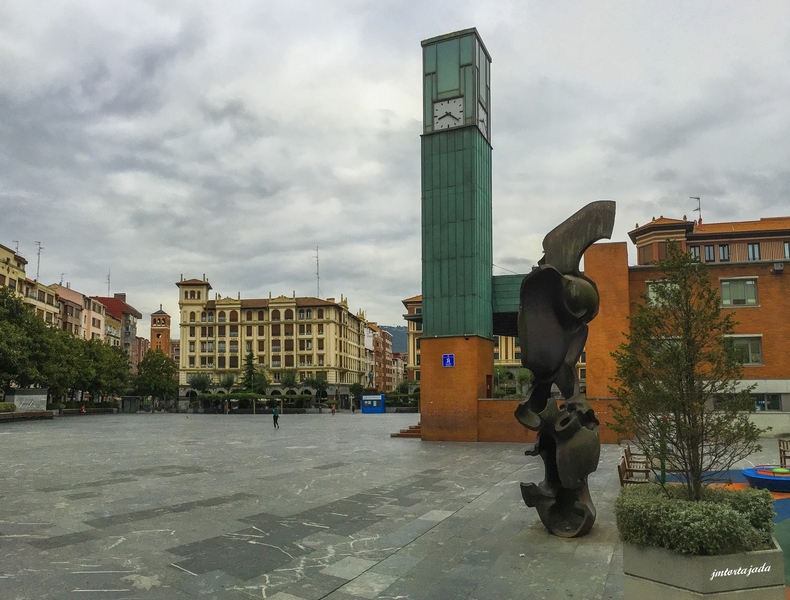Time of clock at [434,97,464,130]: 8:21
